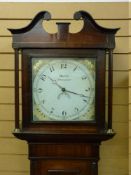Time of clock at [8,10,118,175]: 10:18
